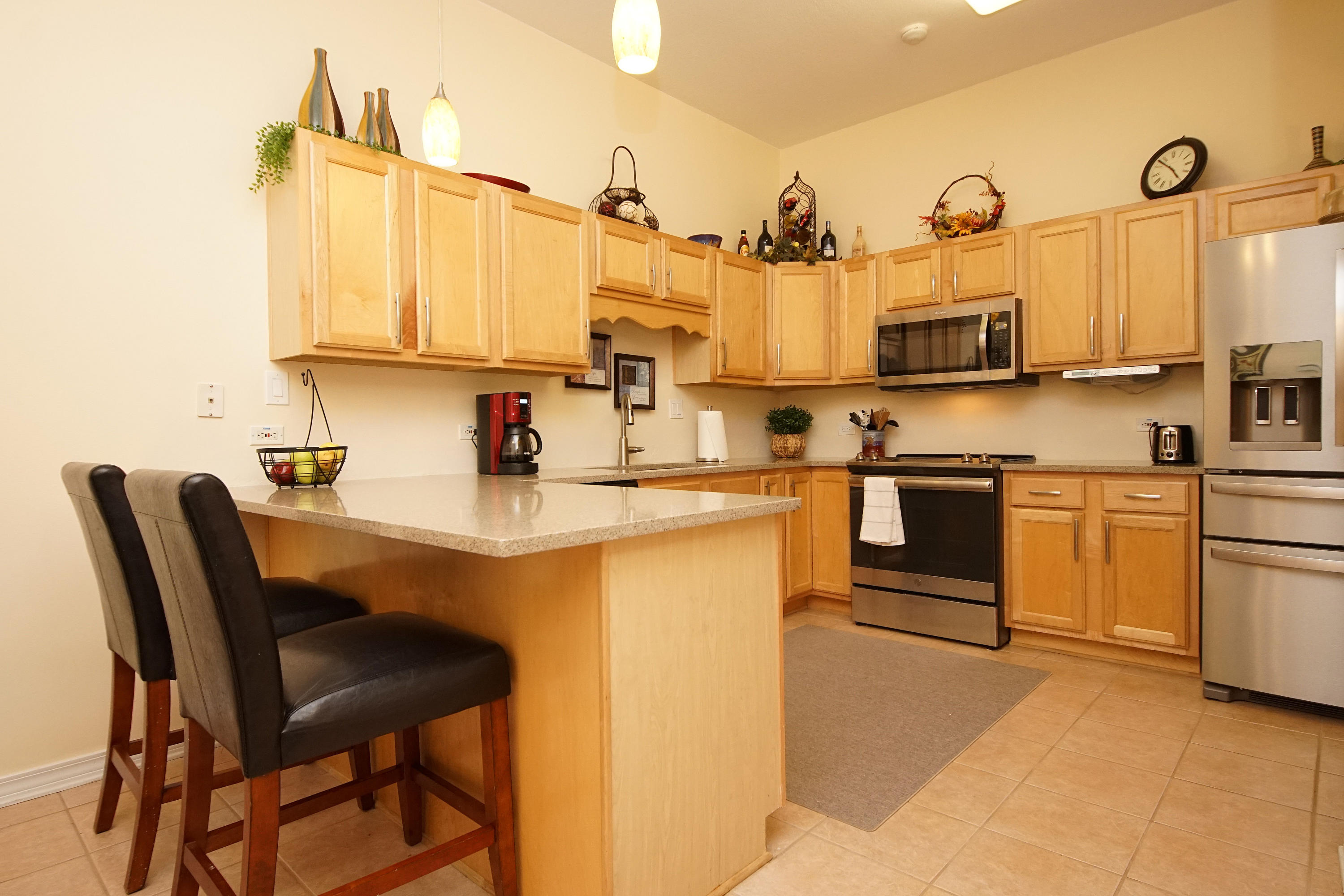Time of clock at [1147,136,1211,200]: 4:52
